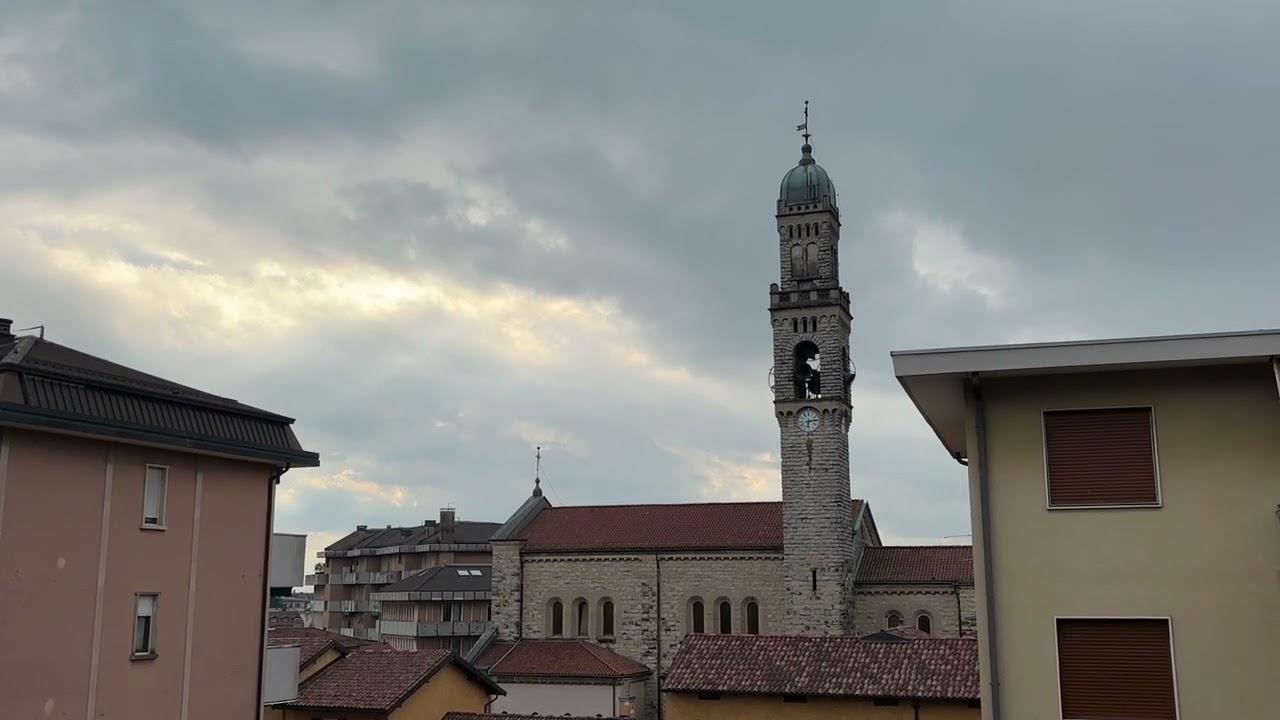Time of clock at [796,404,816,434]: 6:14
